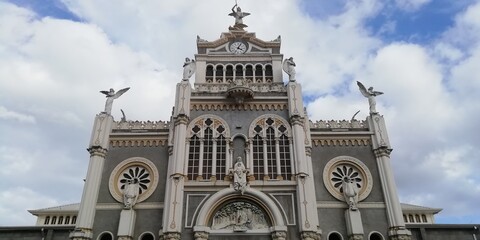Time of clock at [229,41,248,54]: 4:04
